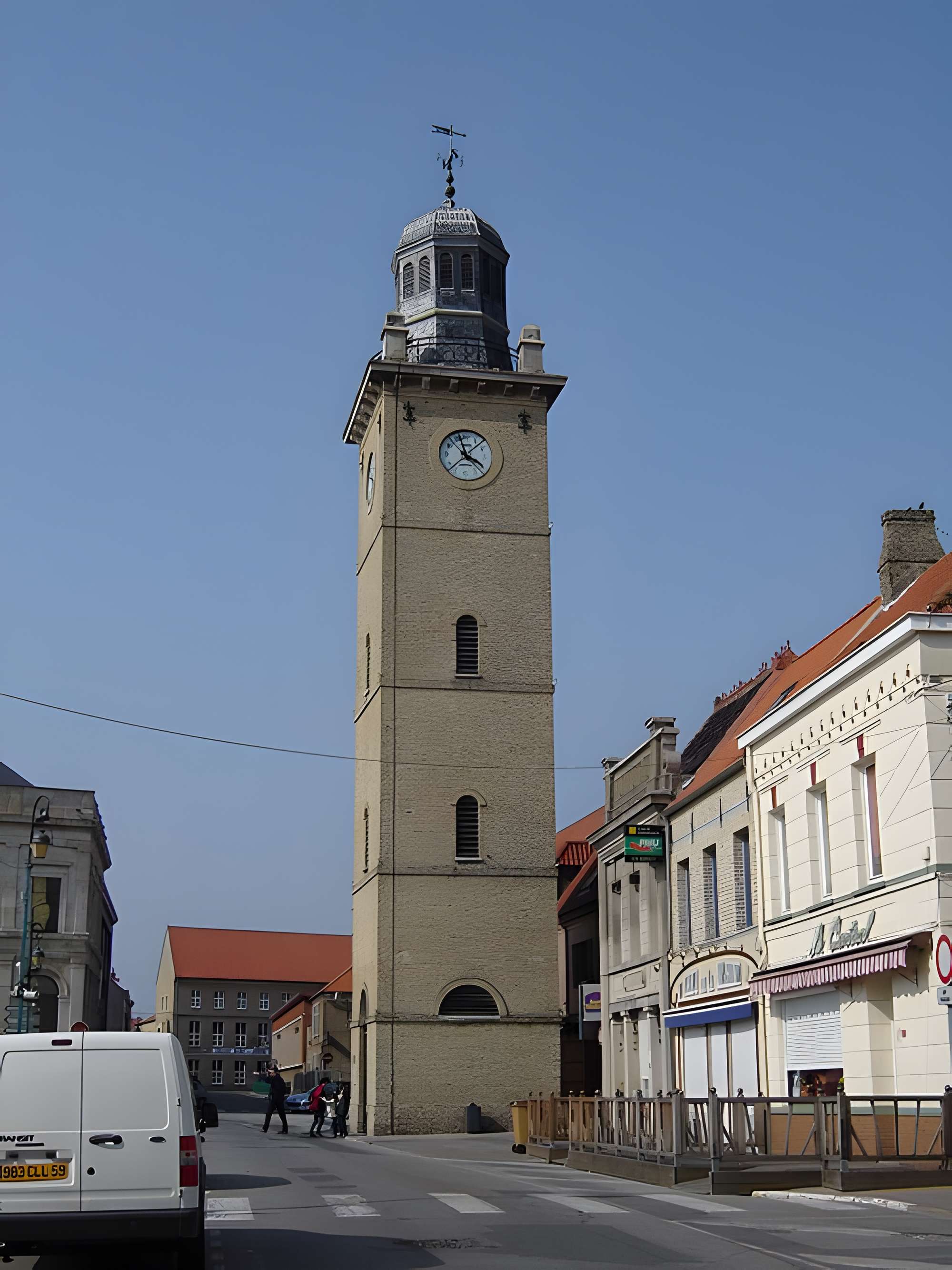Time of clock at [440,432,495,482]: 3:56
